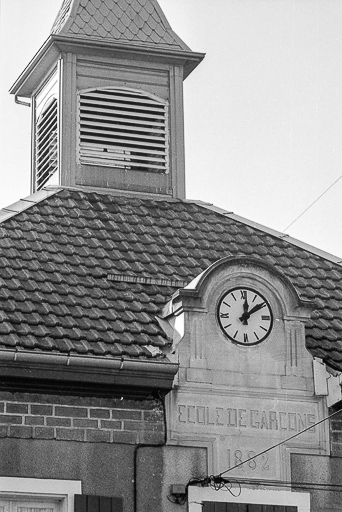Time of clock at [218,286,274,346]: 12:09
